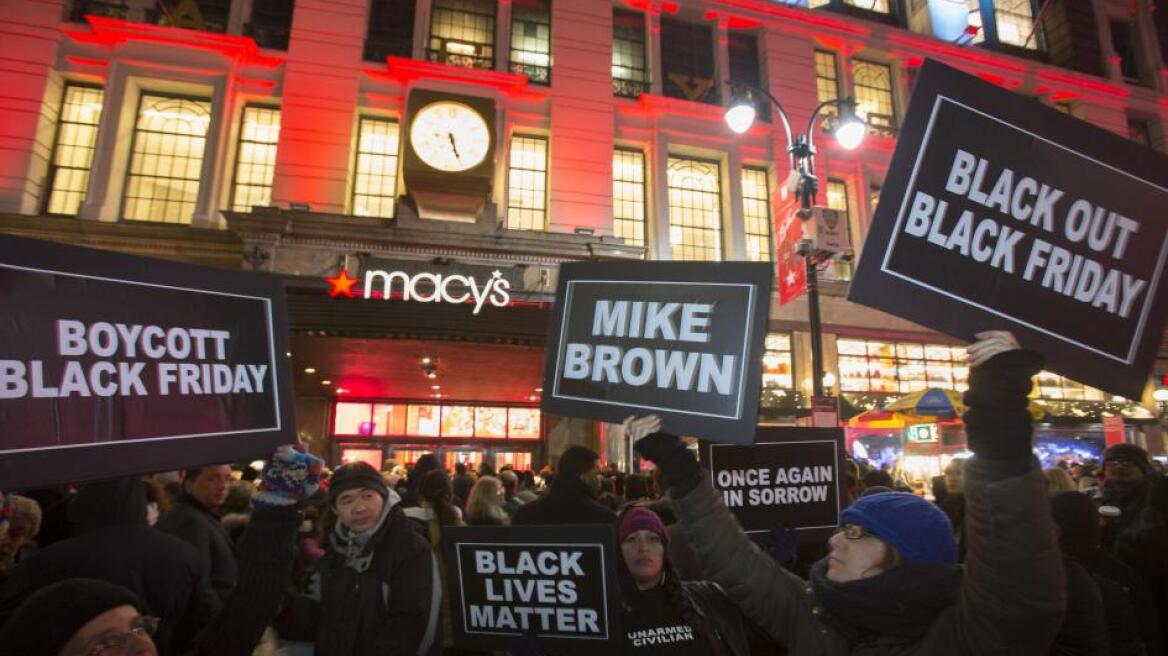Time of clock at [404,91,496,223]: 5:26
